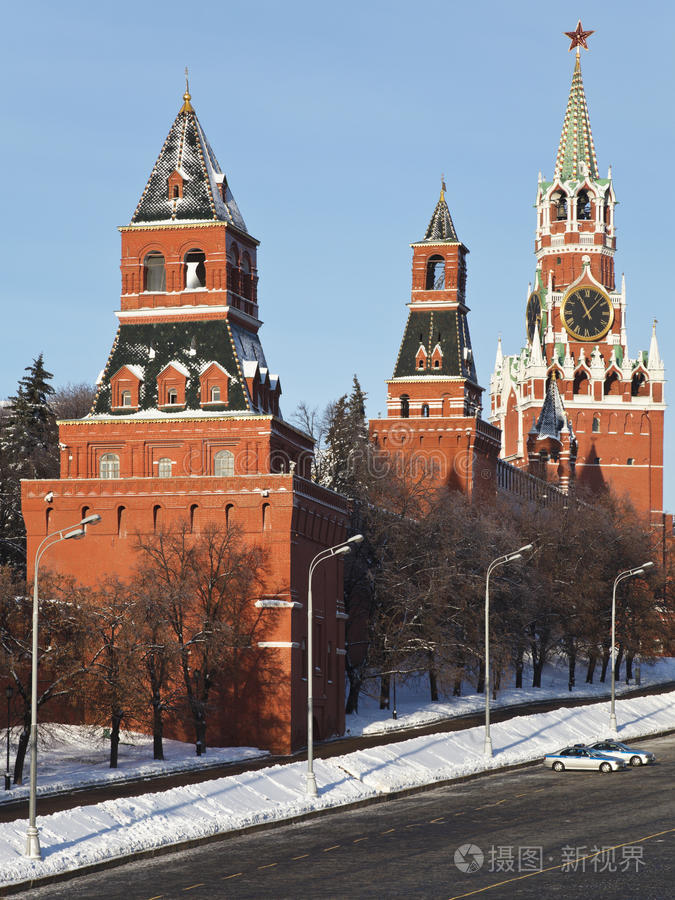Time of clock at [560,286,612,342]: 11:07
